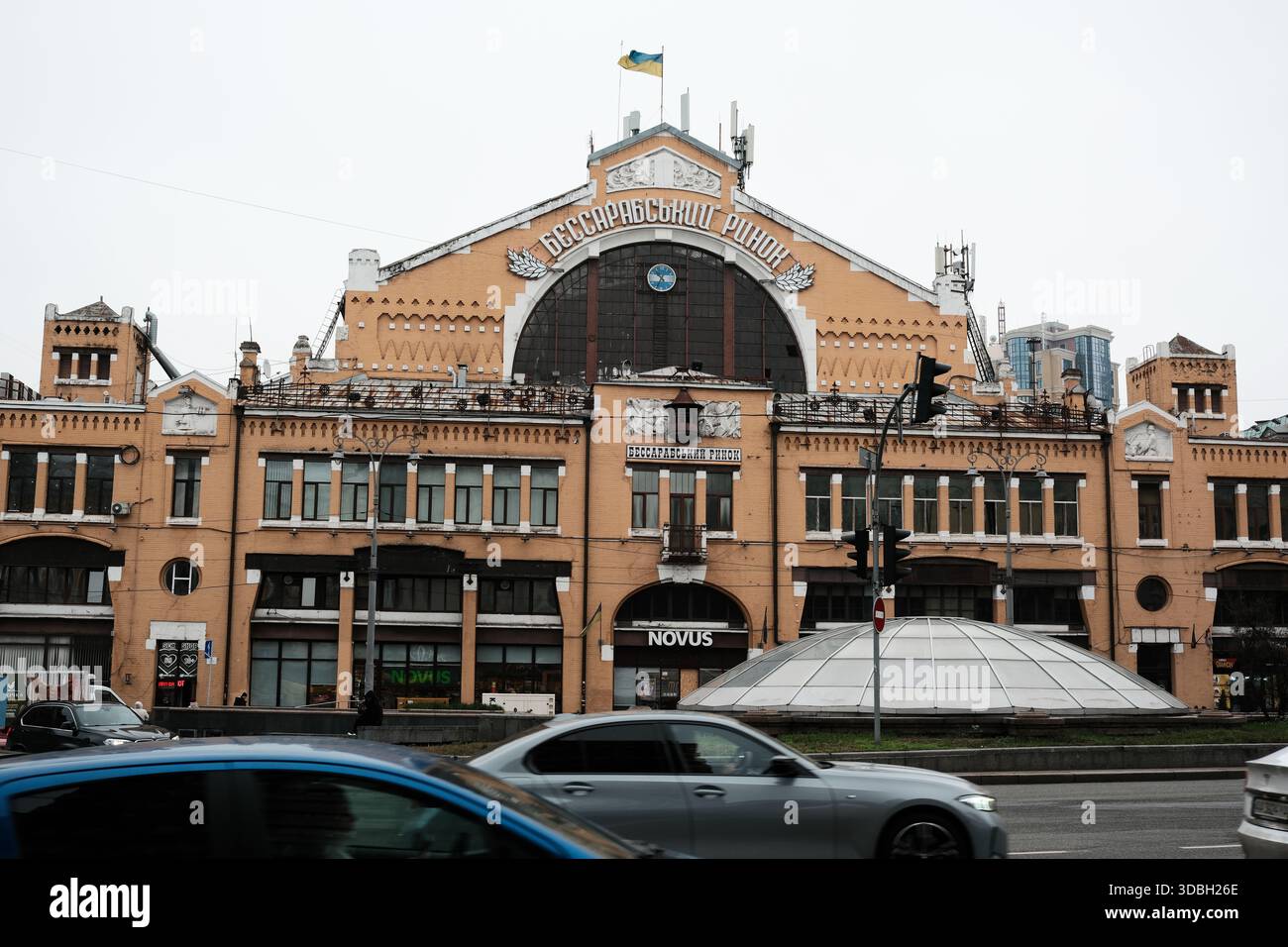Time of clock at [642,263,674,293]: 10:34
